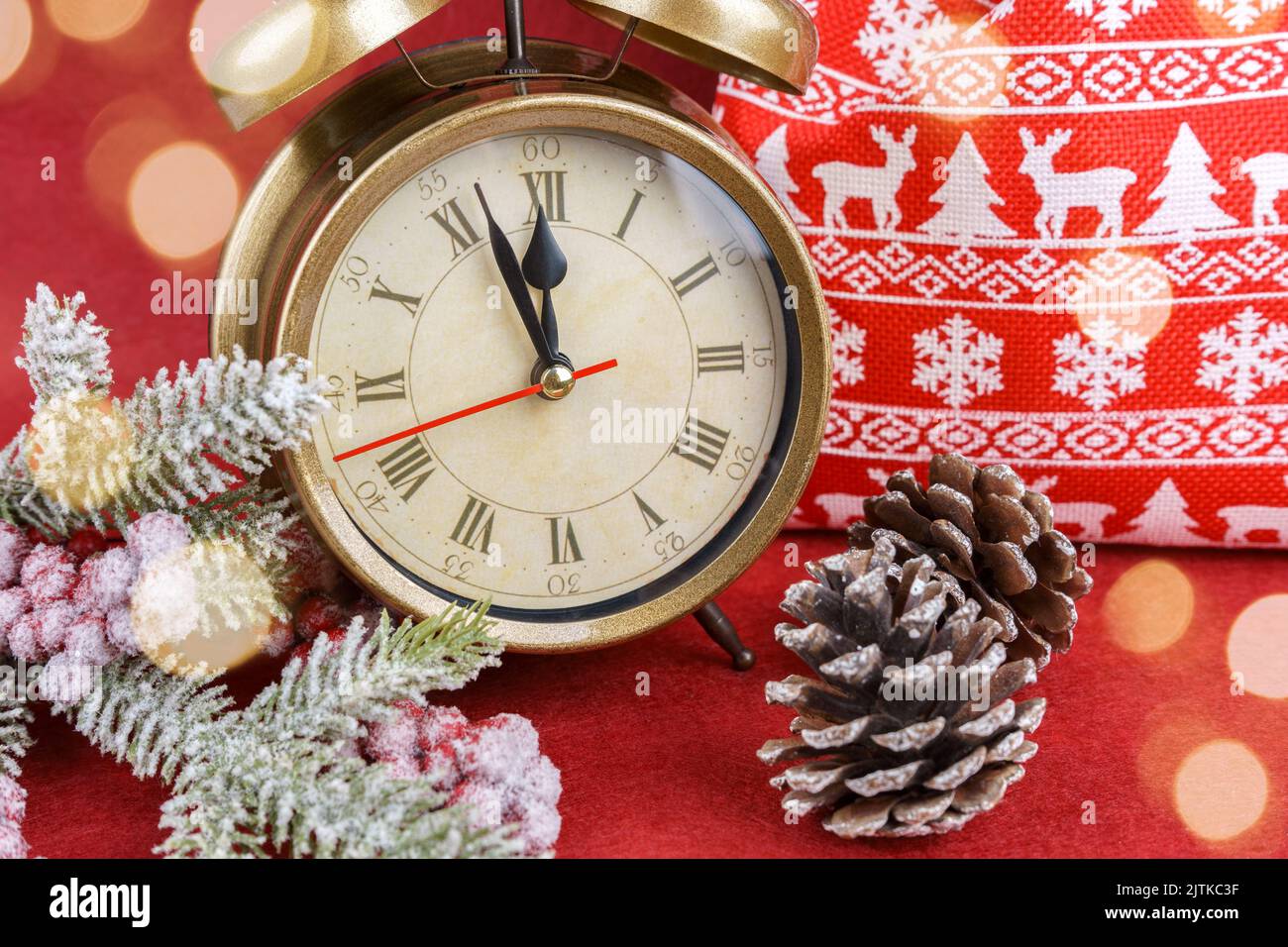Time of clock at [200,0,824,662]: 11:56
